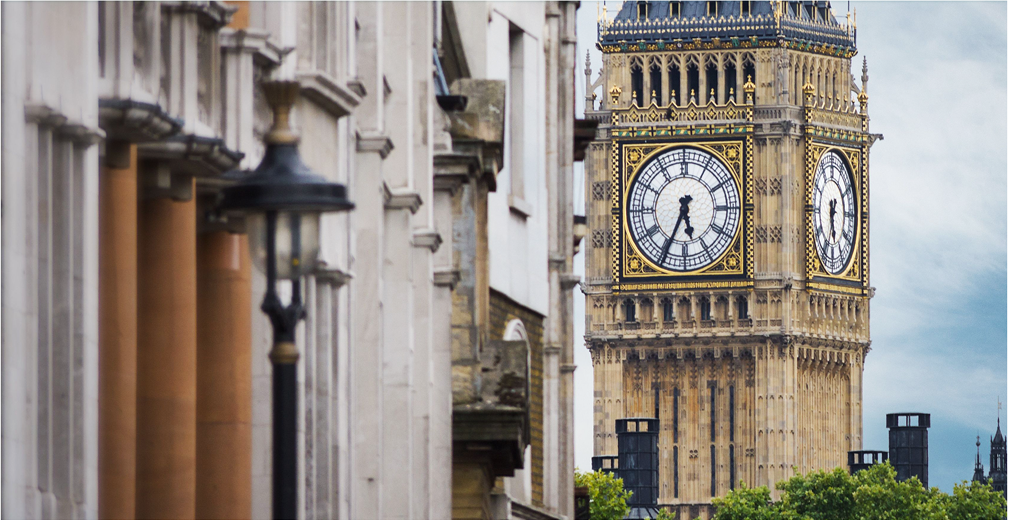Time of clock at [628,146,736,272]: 5:34
